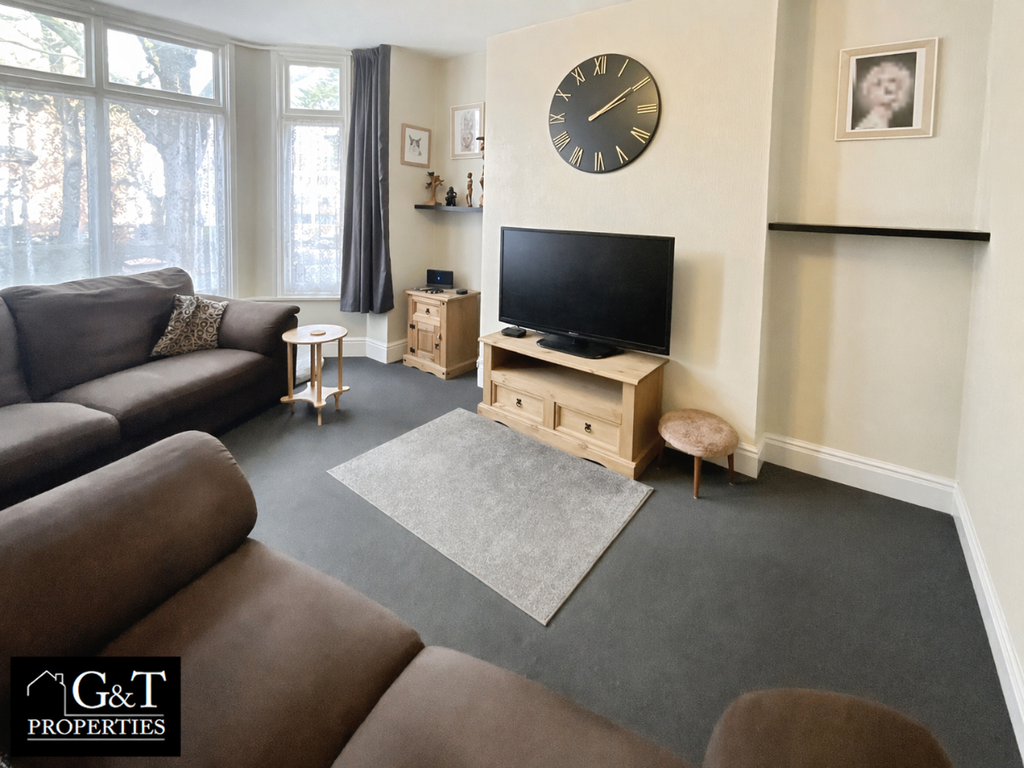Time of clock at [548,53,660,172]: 2:09
